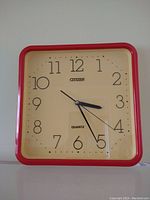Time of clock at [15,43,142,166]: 3:25
